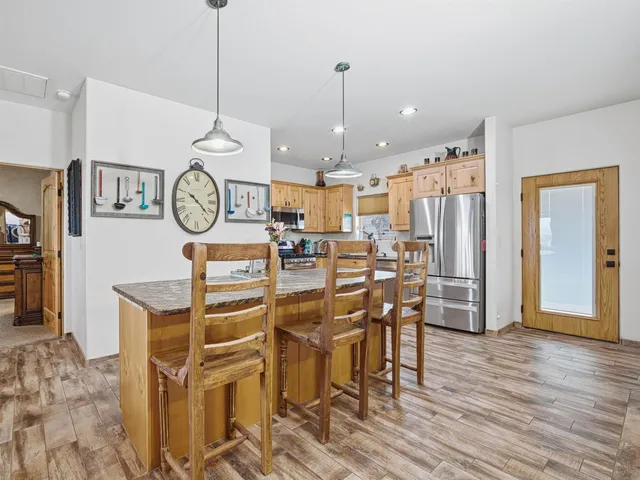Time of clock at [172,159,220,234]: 10:21
